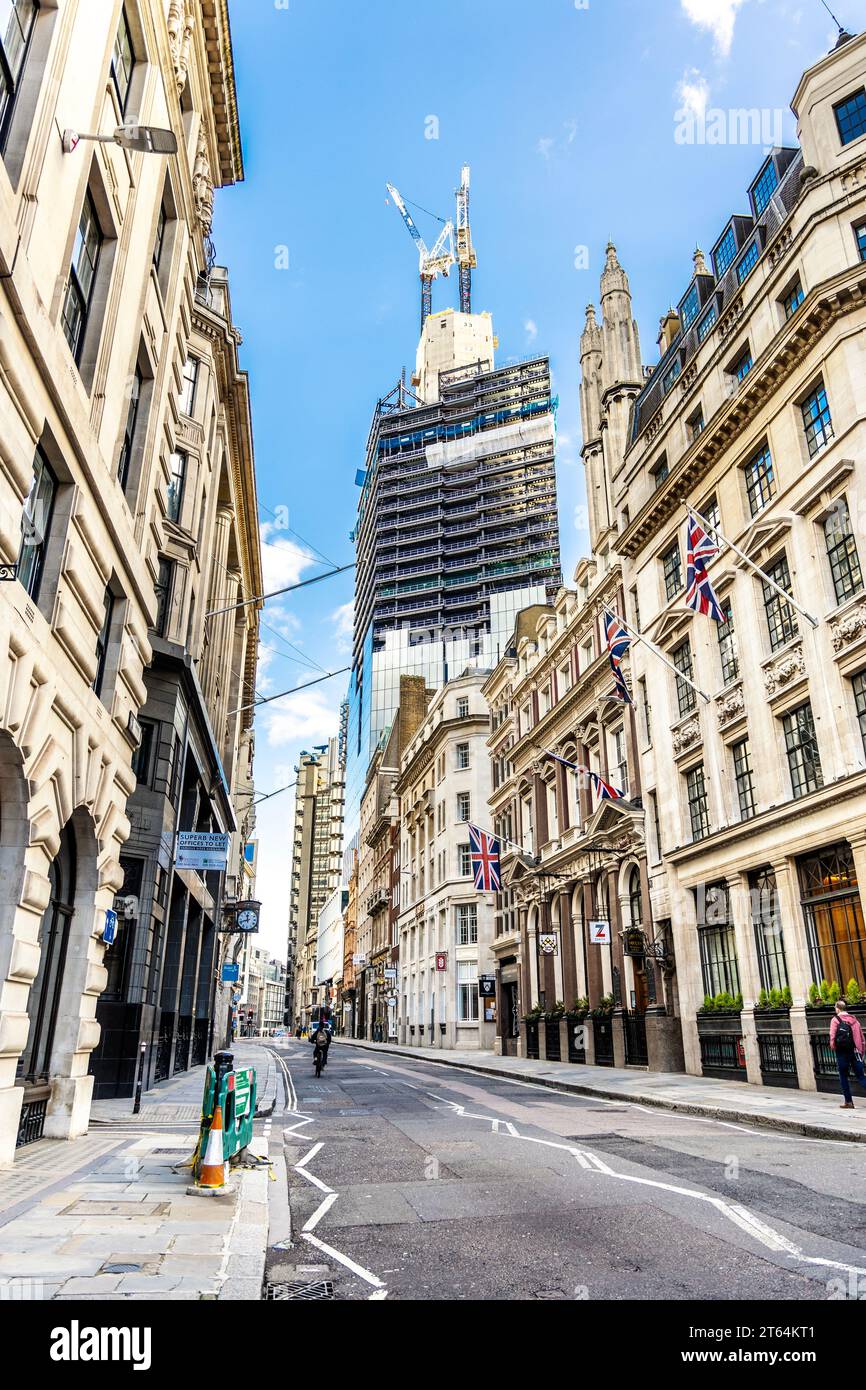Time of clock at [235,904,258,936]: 11:42
